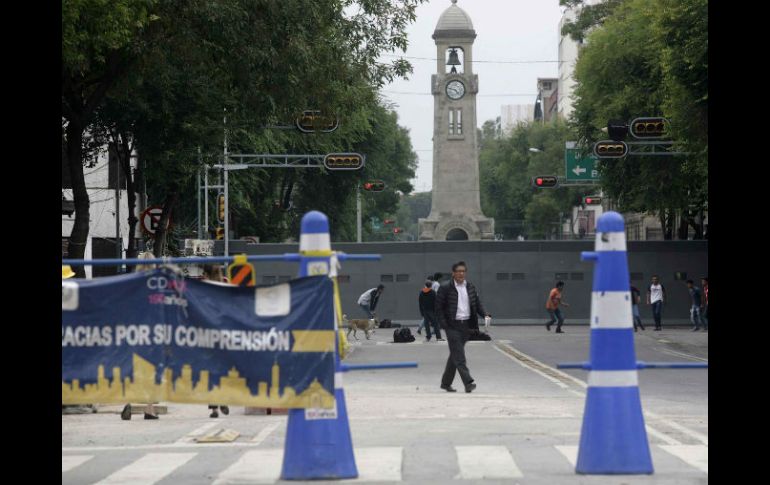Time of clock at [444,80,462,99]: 4:46
